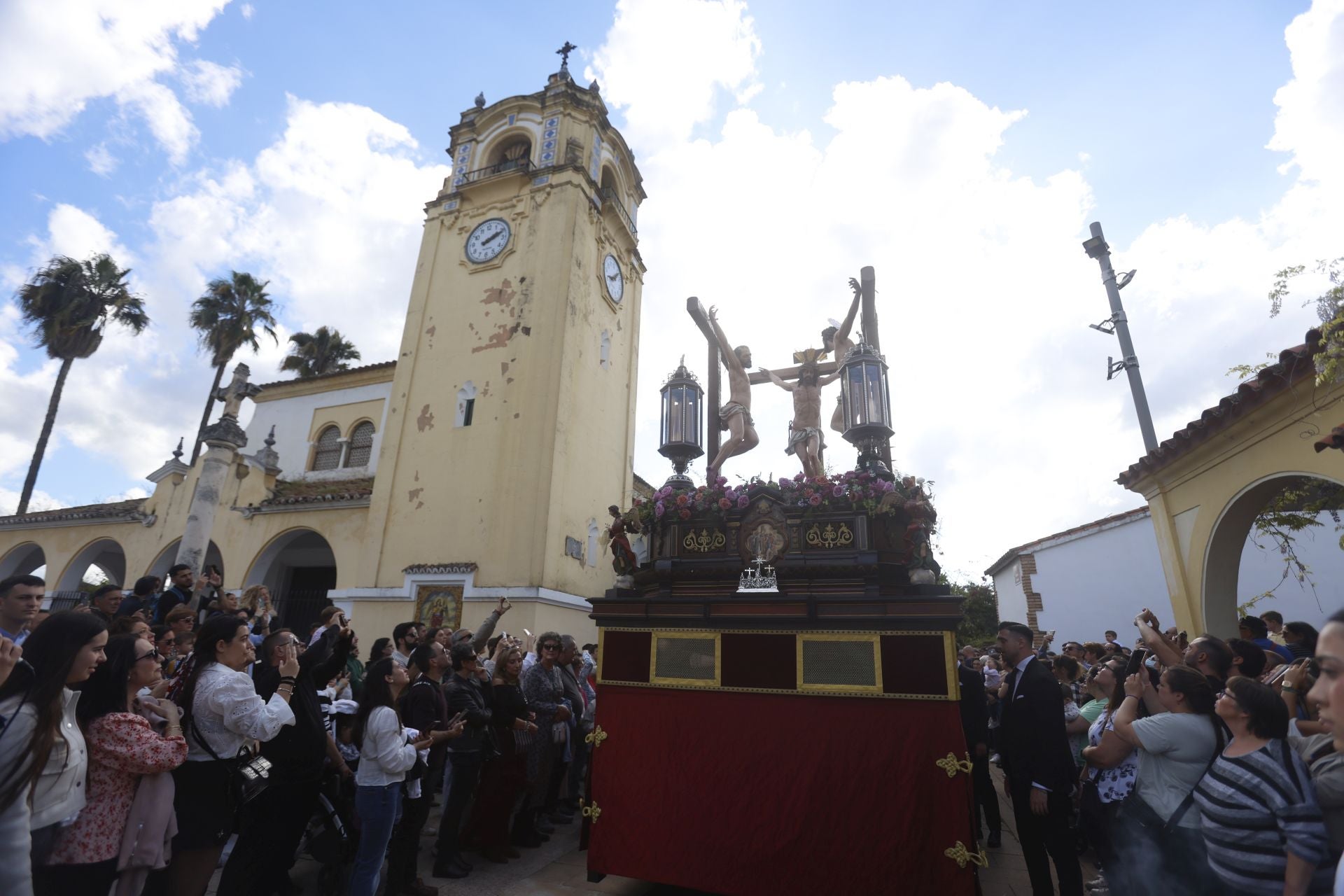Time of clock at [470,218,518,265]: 2:11
